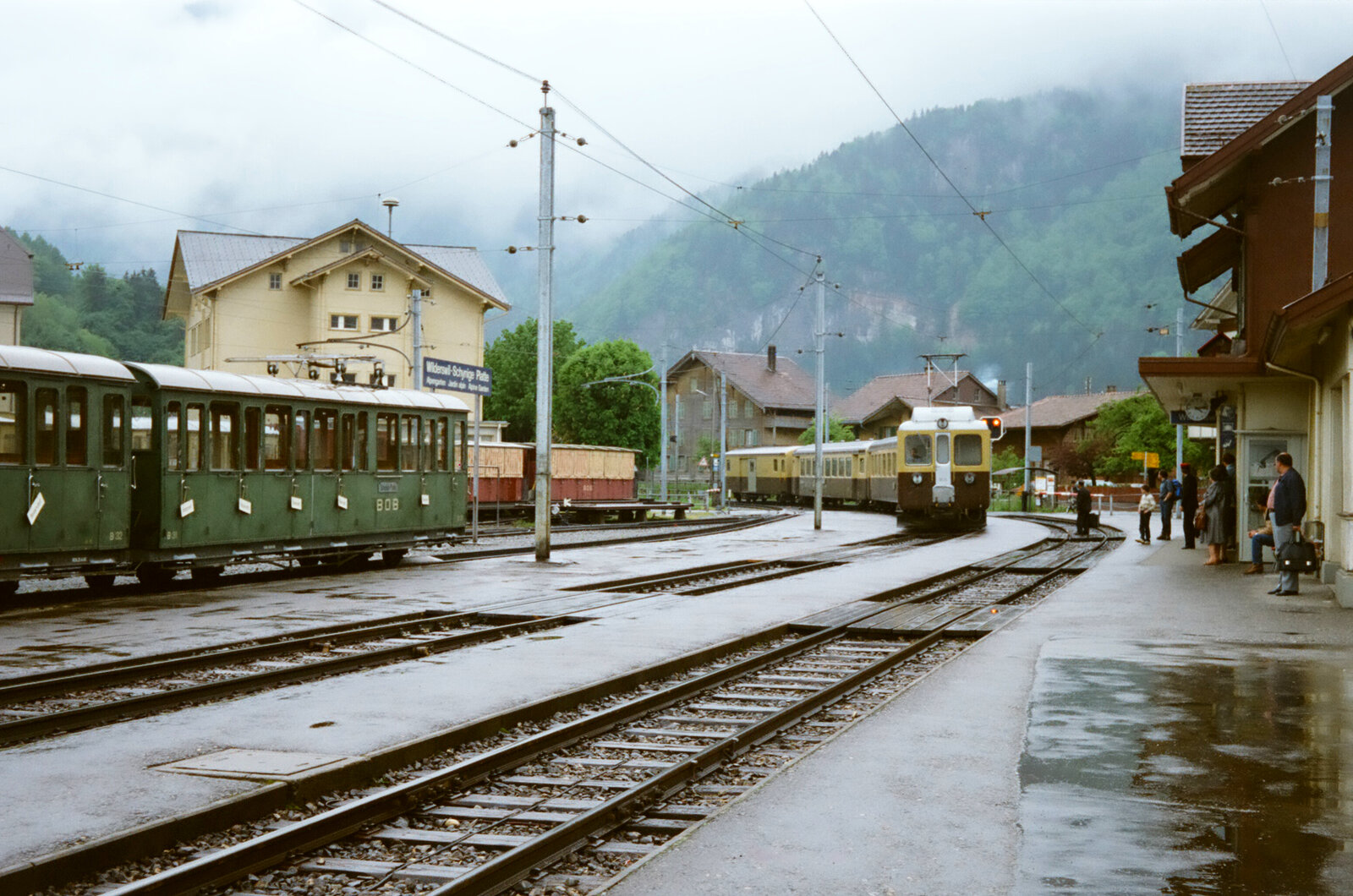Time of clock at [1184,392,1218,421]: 4:13
